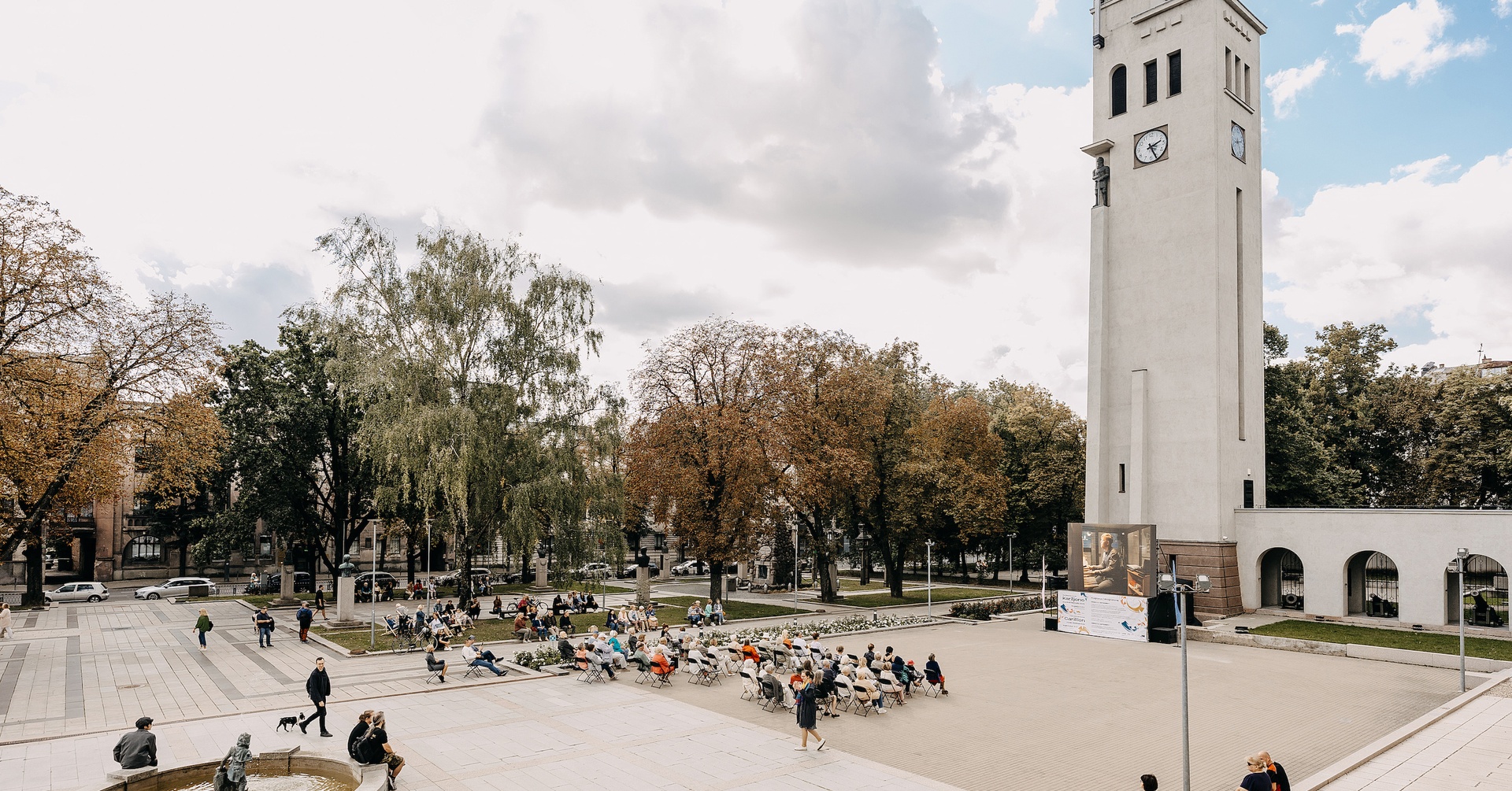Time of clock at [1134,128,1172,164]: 2:26
